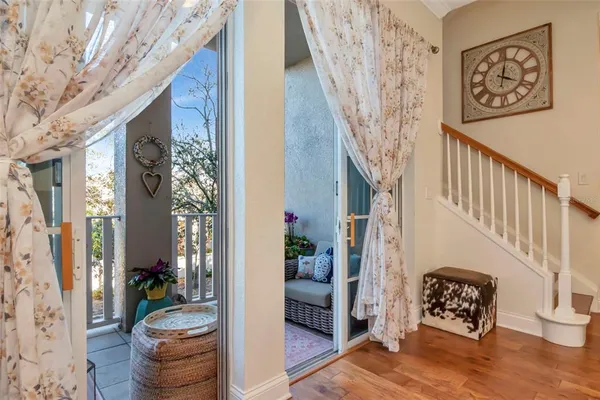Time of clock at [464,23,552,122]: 4:01
